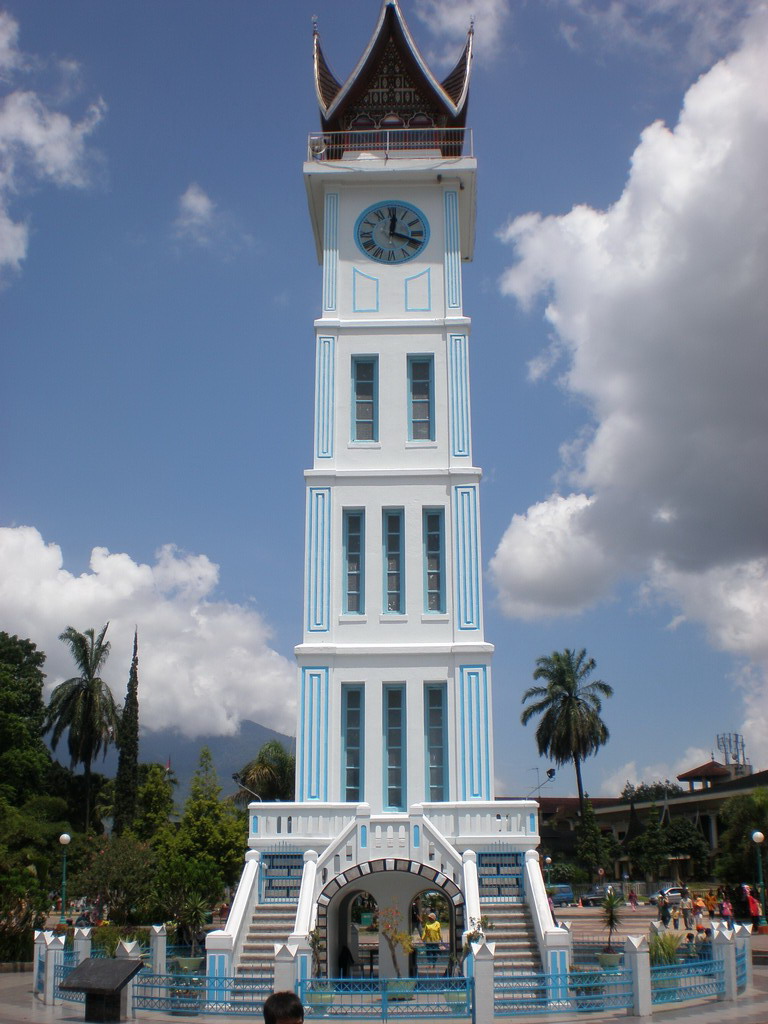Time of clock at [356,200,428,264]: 12:18
